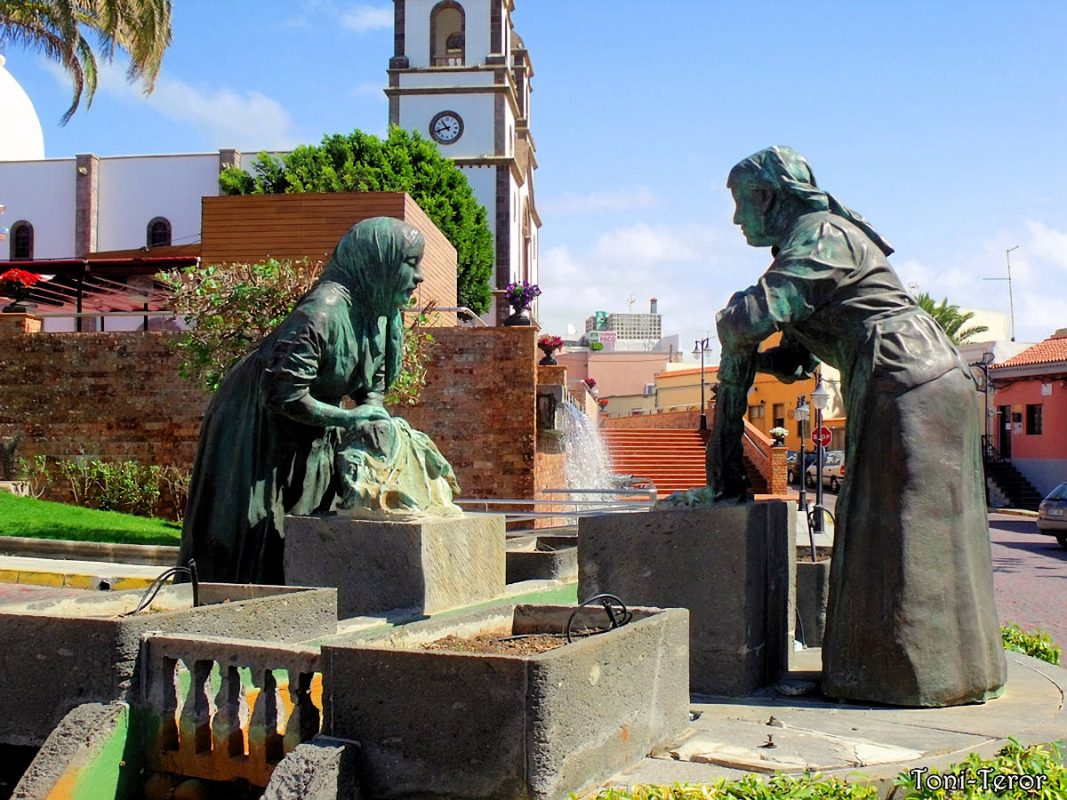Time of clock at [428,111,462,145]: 10:41
